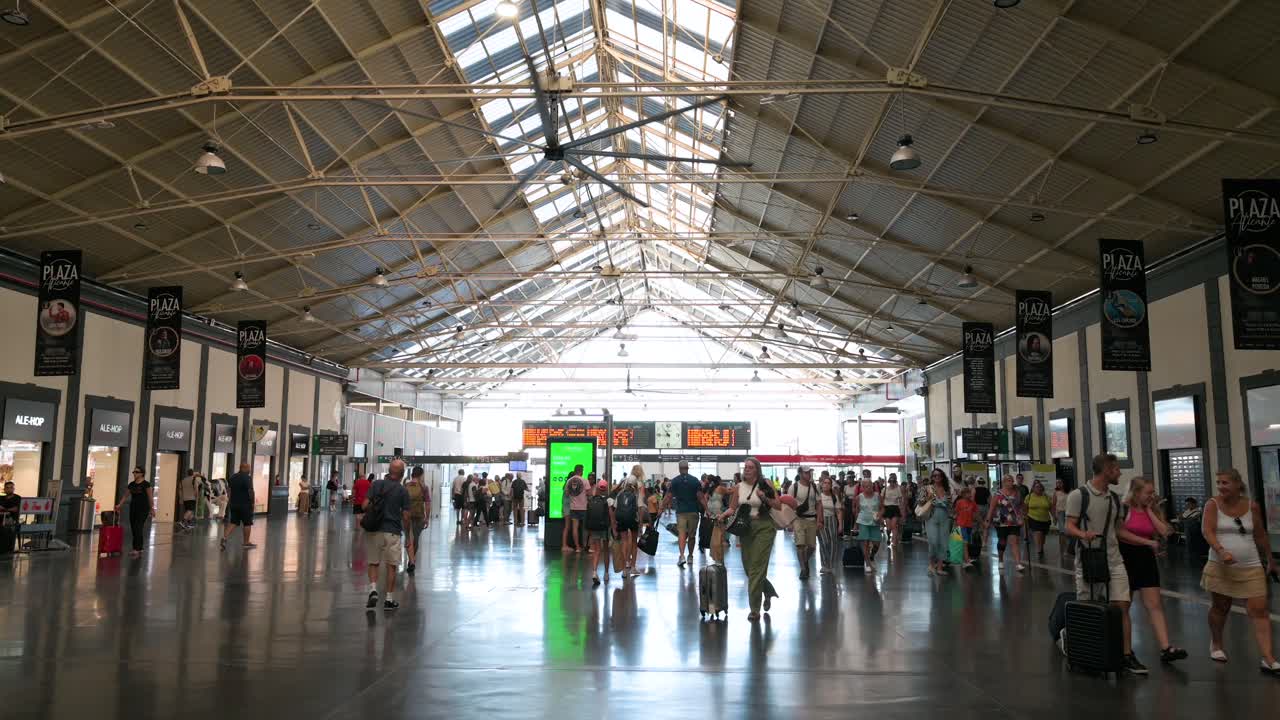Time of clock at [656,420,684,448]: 10:45
